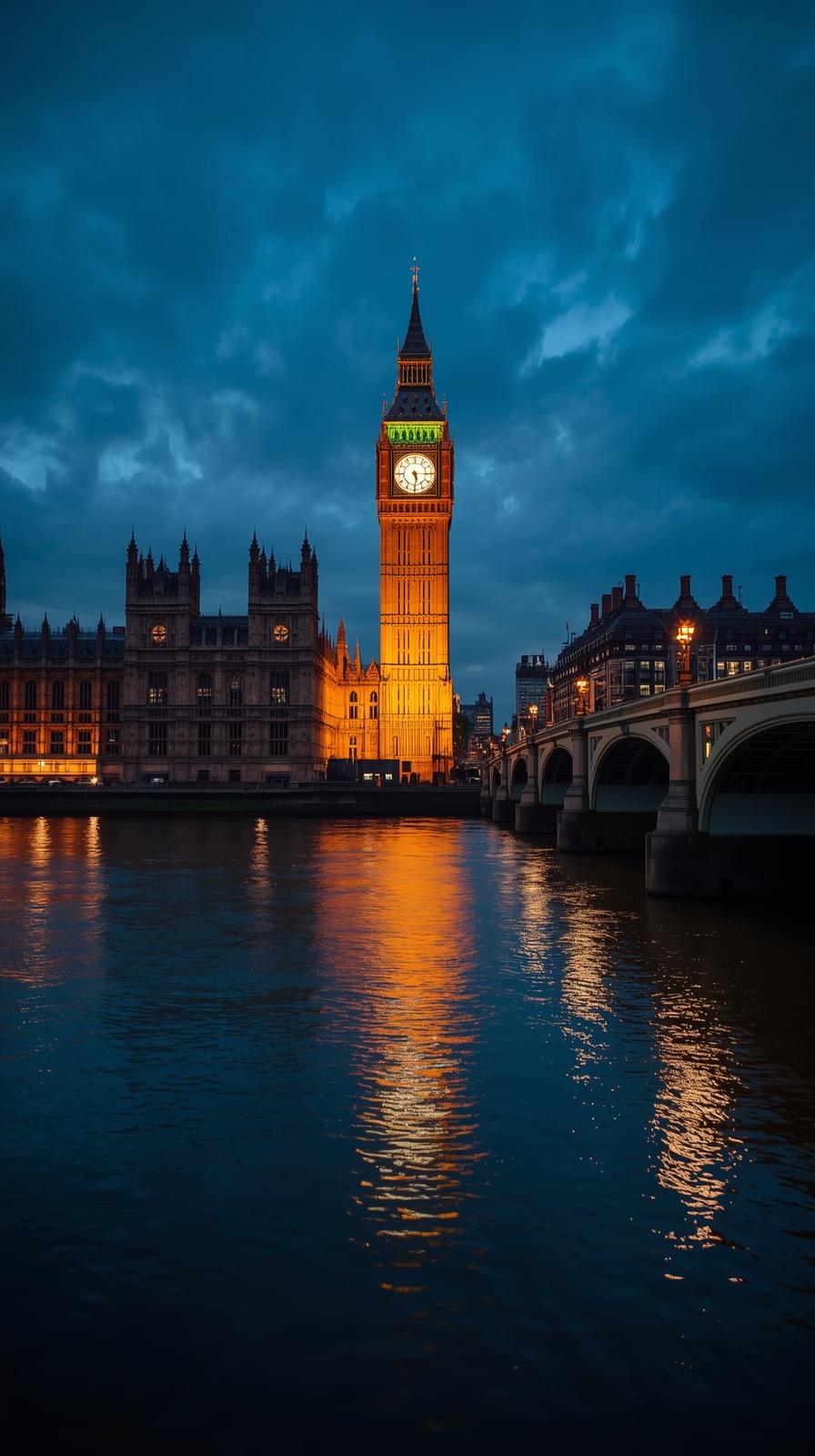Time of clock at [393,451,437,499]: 5:15
